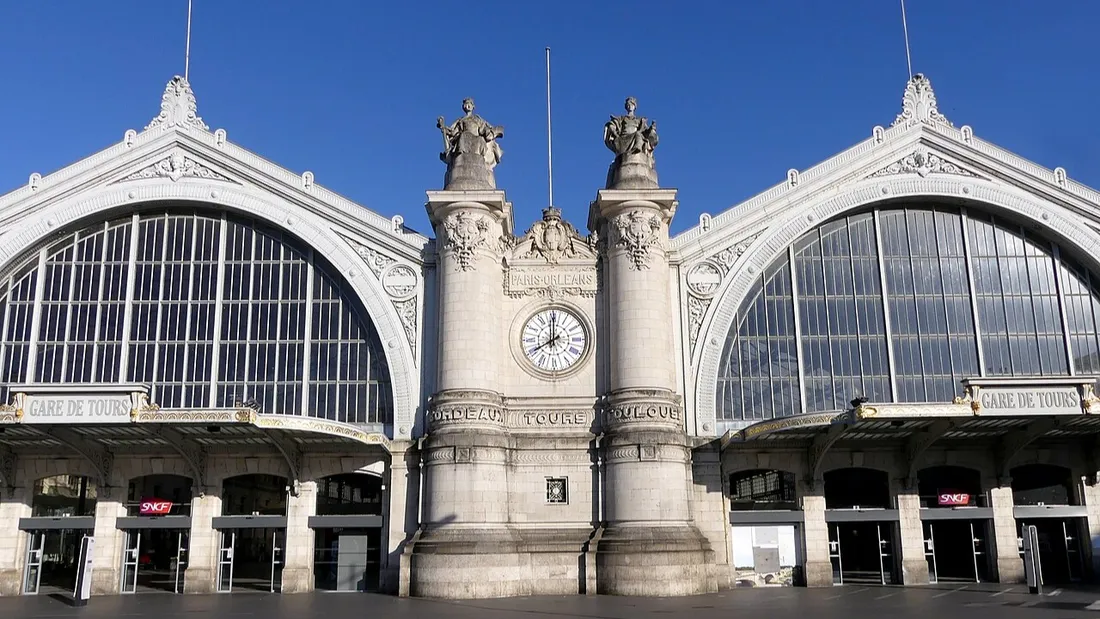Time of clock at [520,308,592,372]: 8:00
